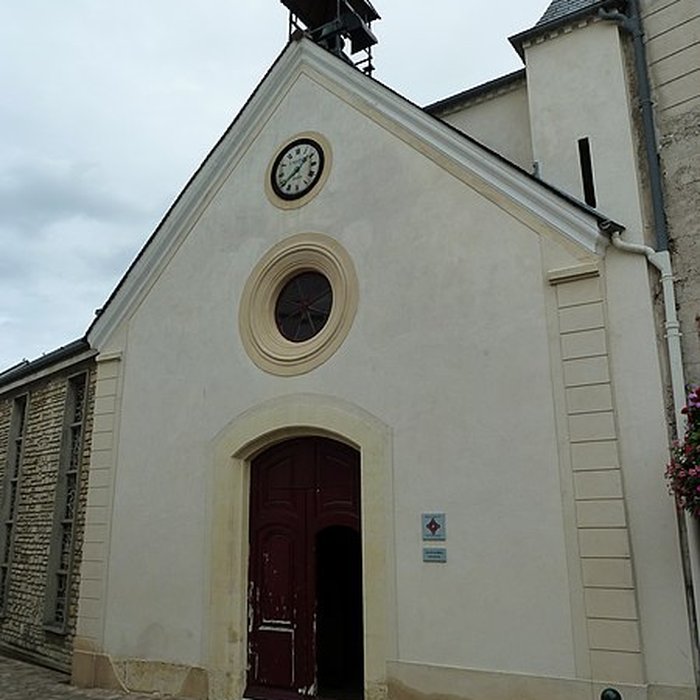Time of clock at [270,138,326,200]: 1:39
